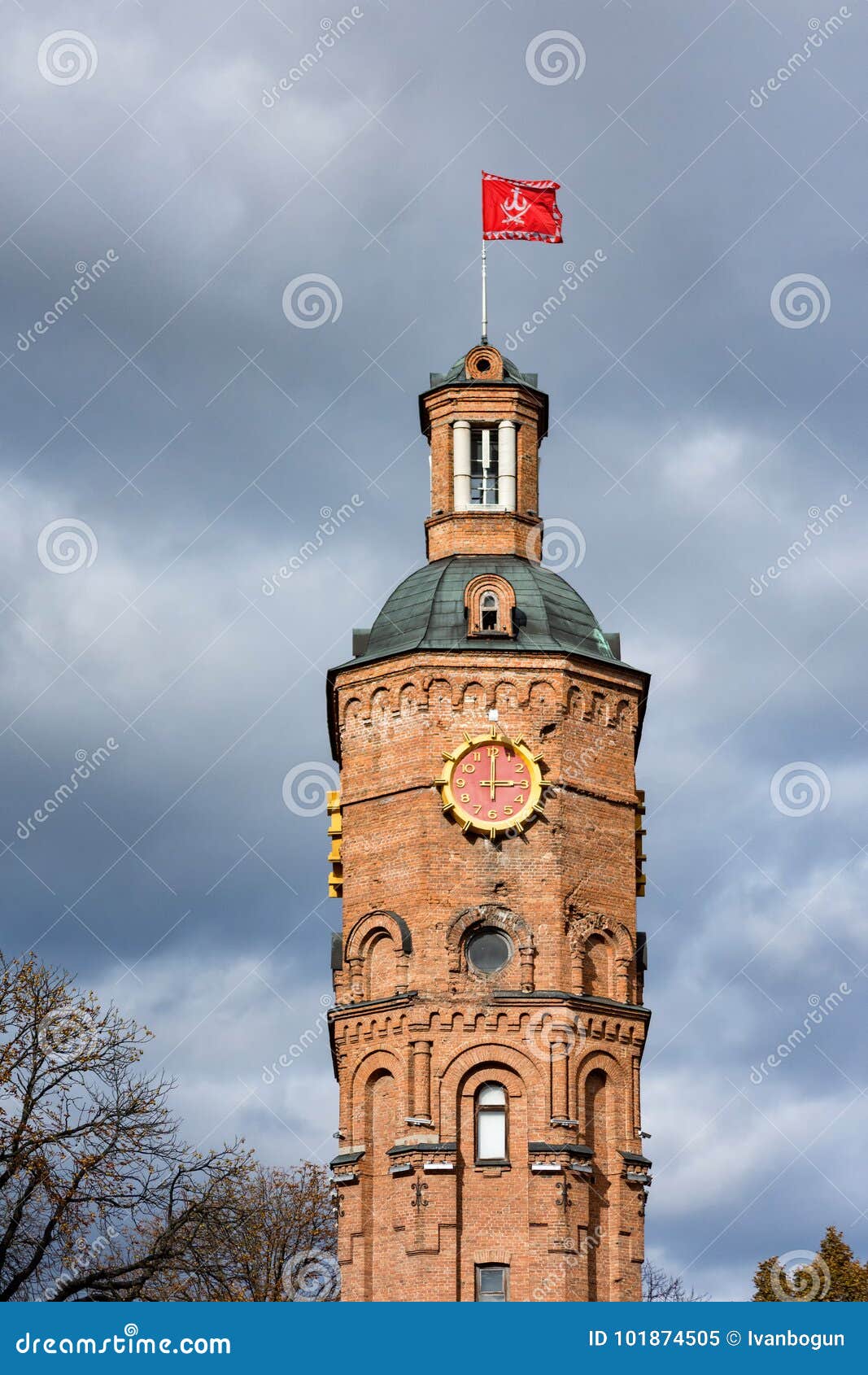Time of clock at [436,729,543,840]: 3:00
